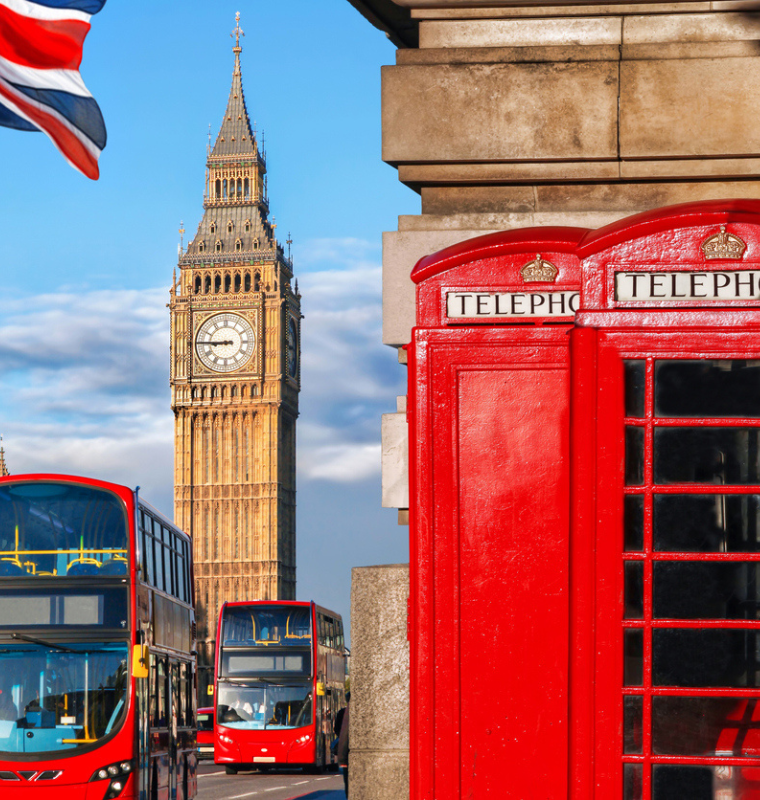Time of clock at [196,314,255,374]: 8:45
